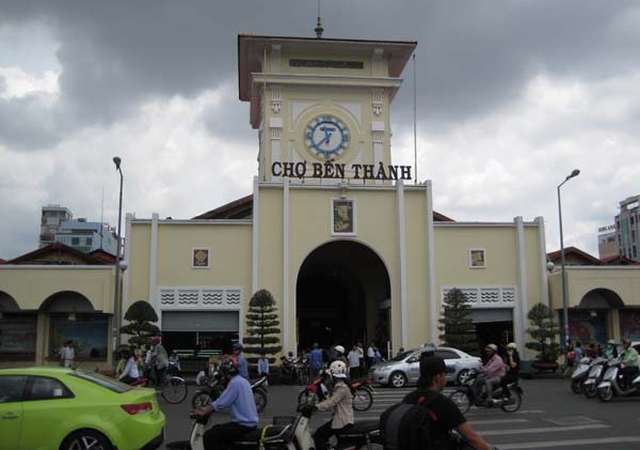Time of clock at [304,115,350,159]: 11:37
